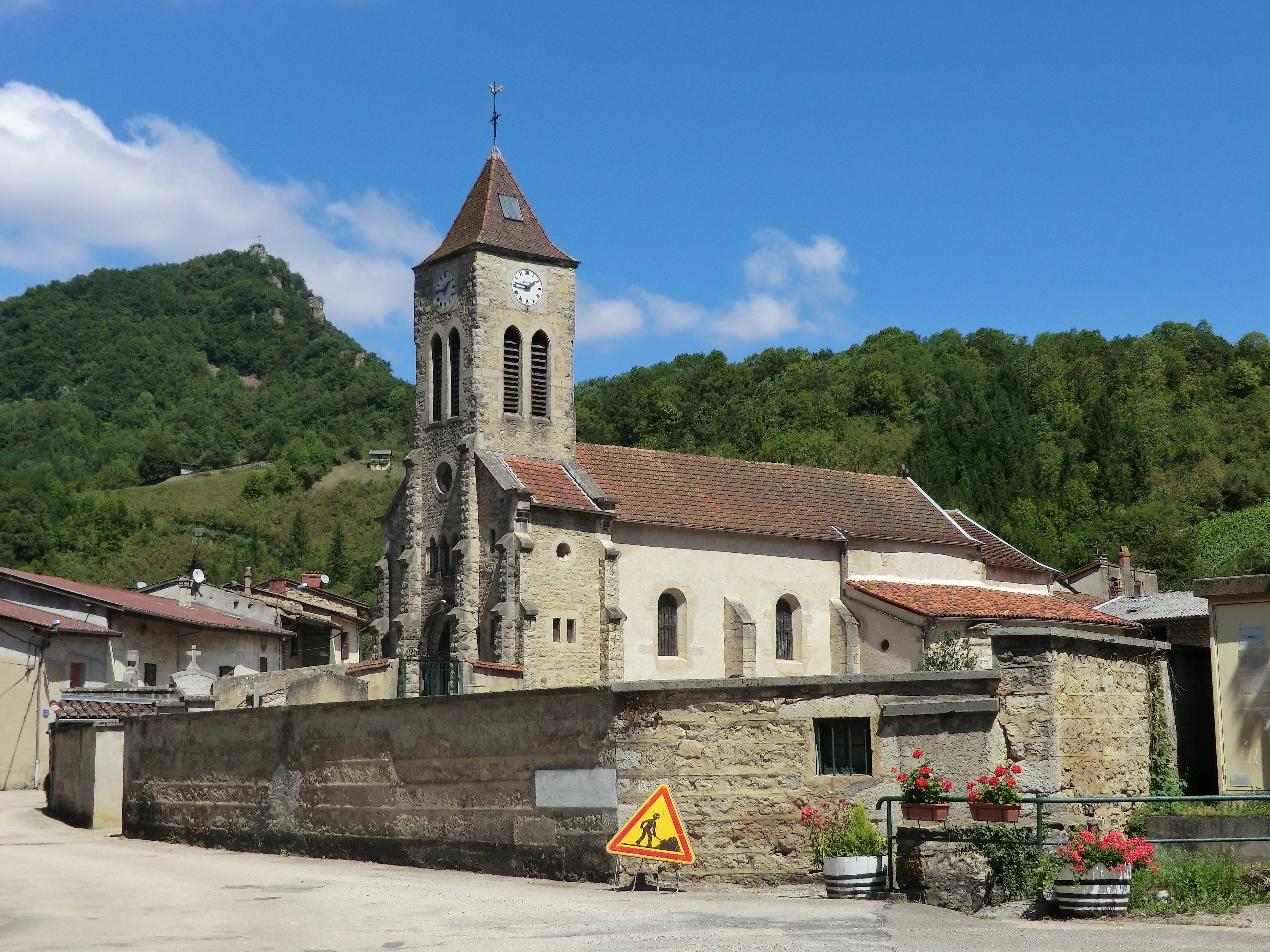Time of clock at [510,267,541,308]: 1:46
